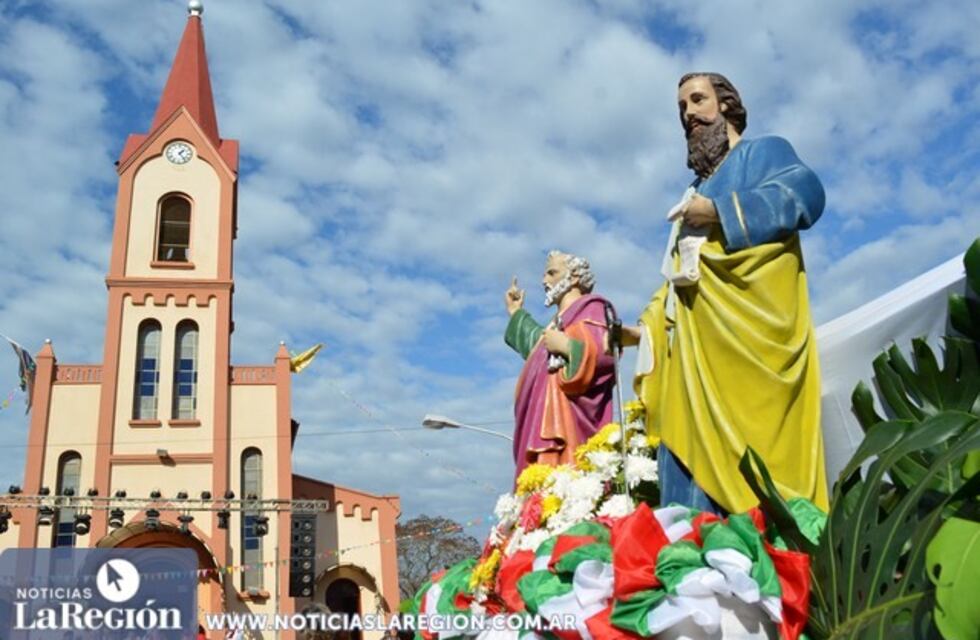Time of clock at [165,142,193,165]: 1:23
